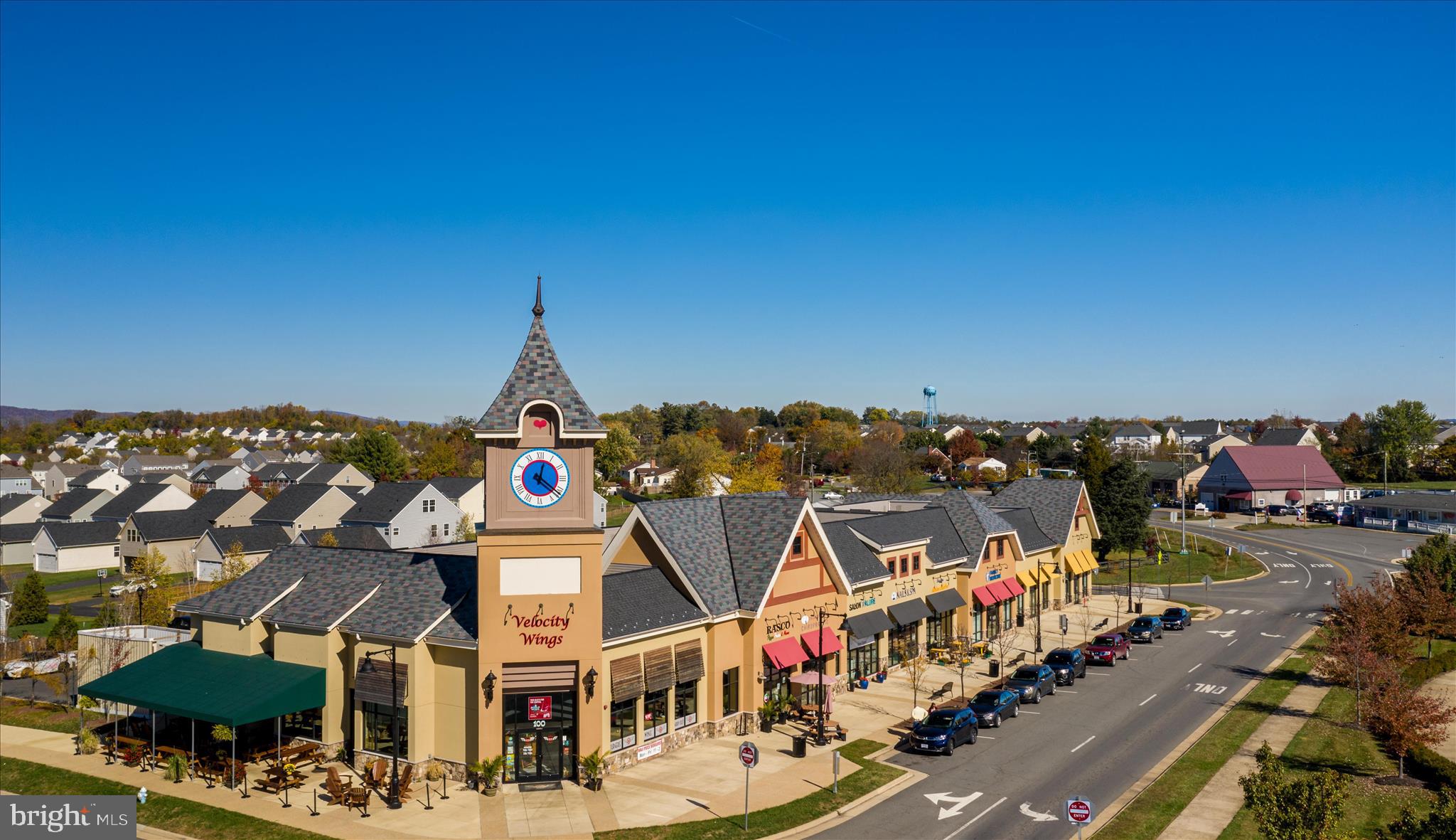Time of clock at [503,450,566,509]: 12:21
